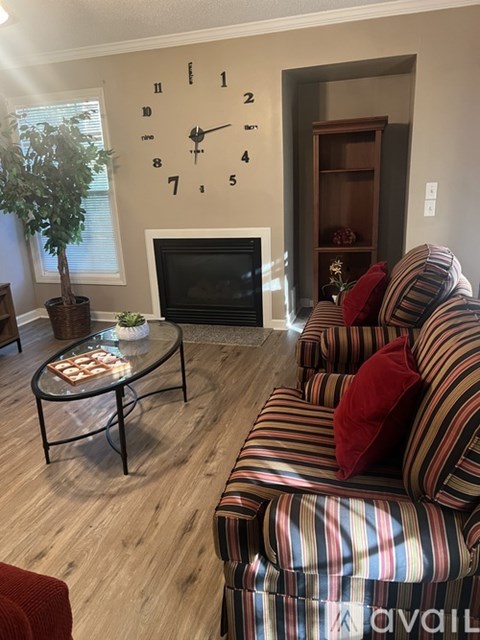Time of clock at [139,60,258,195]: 6:13
